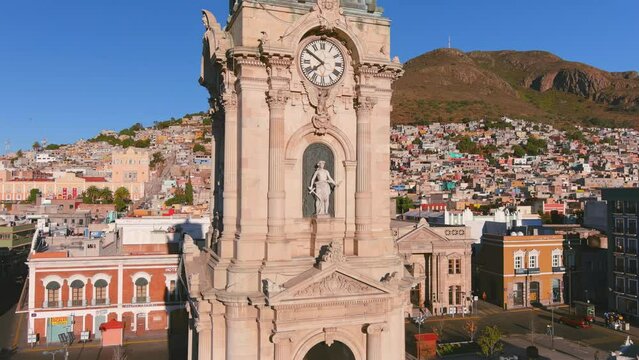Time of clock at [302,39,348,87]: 7:50
